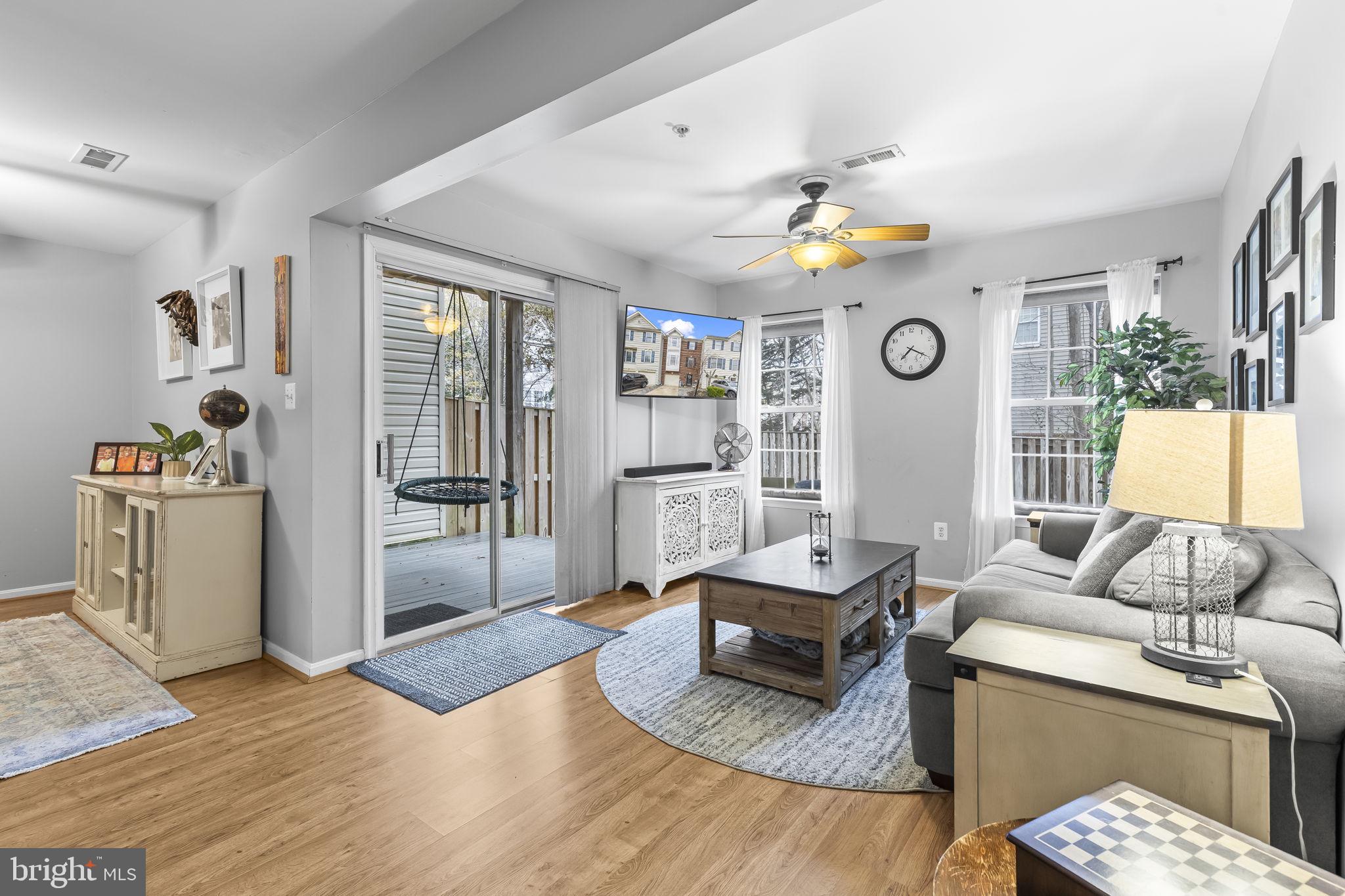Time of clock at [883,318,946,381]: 7:19
